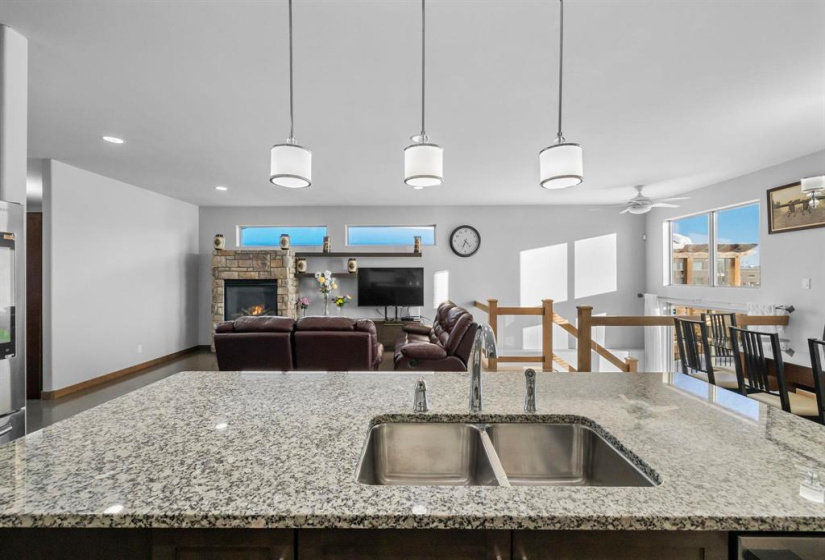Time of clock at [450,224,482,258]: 4:33
